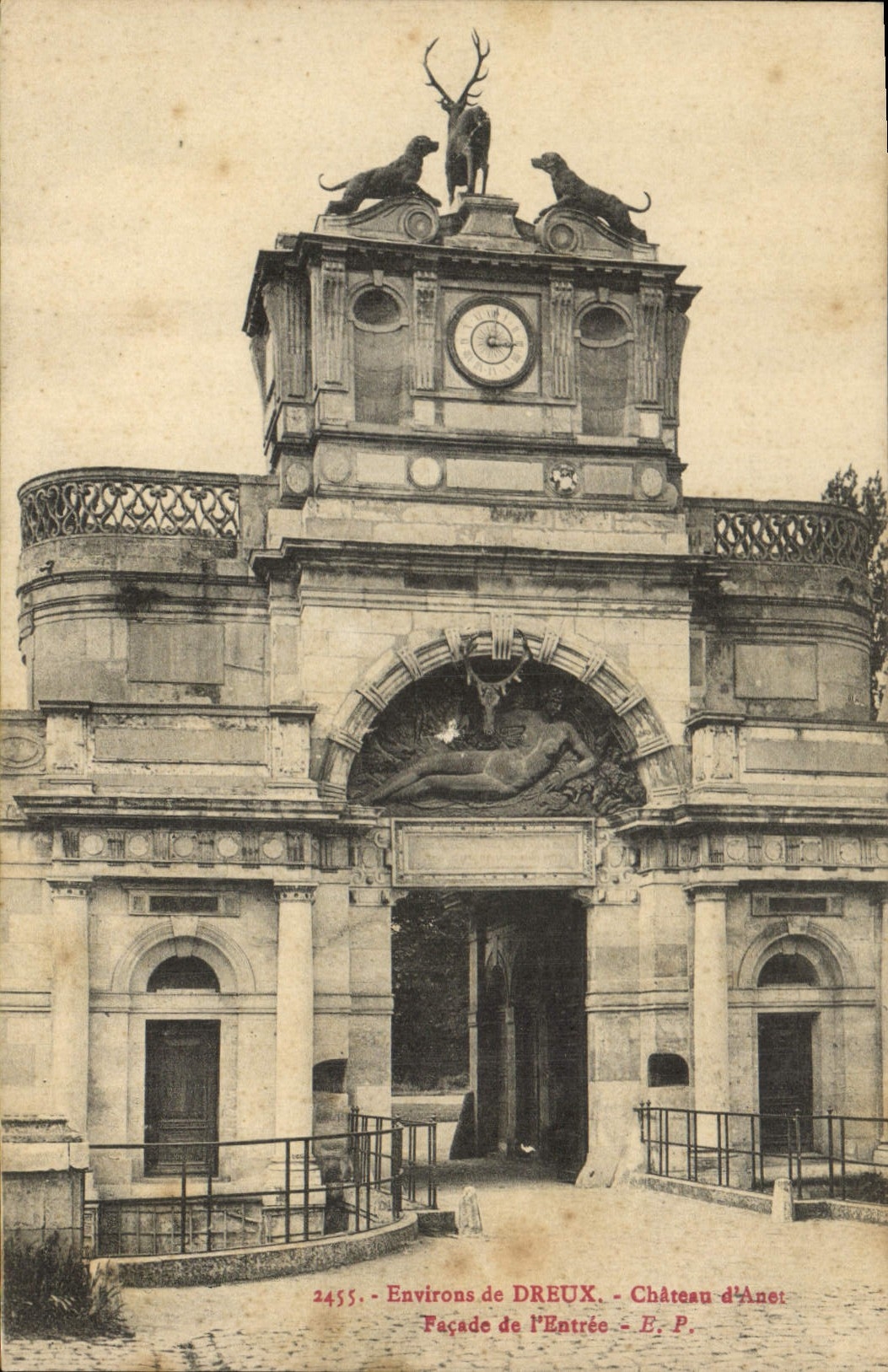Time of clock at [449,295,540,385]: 3:01
